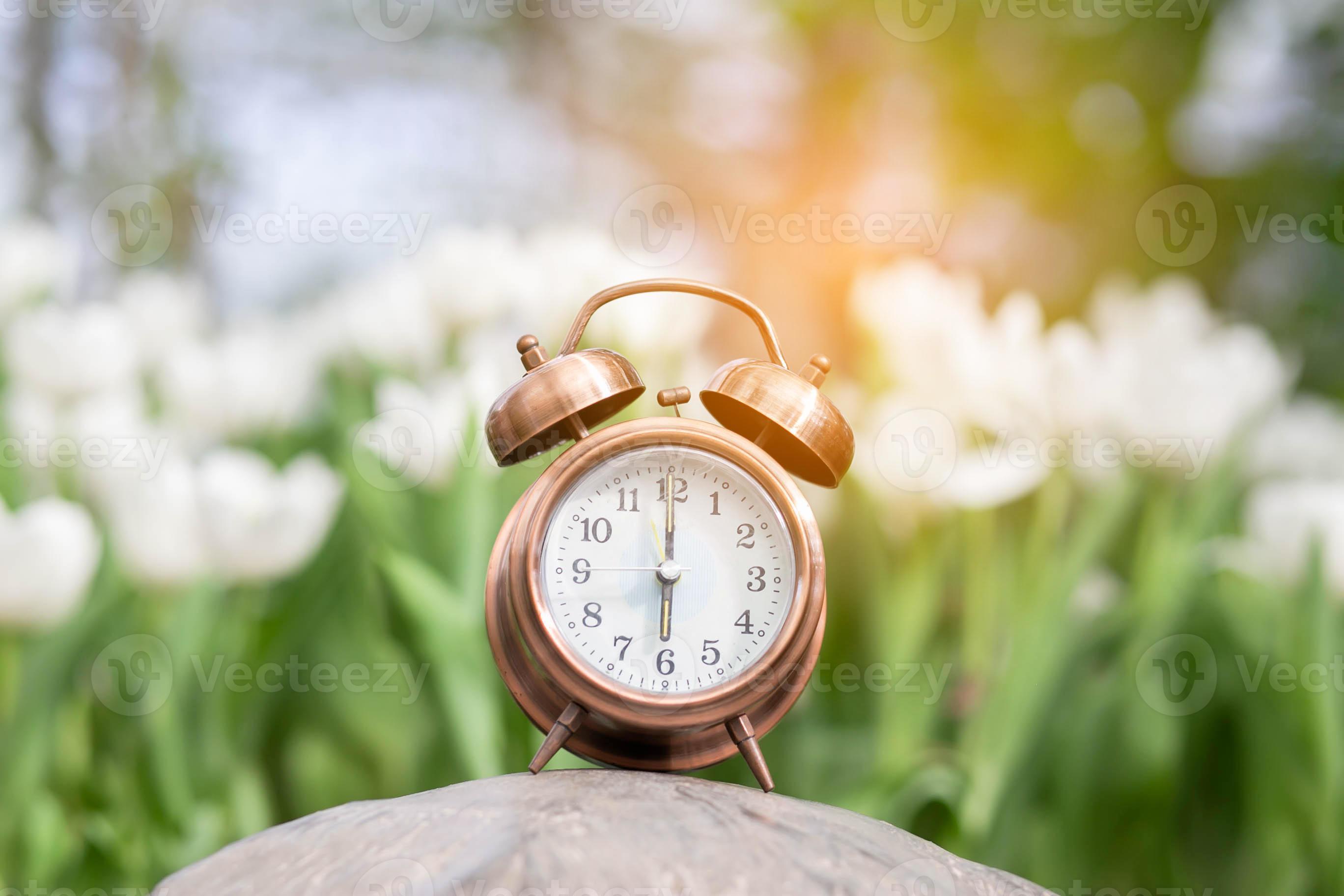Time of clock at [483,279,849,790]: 5:59
